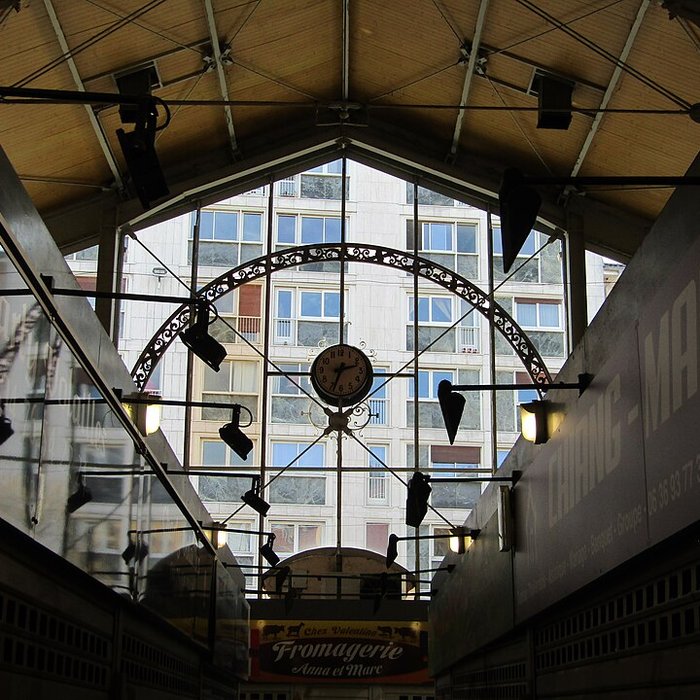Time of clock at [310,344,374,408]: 2:33
